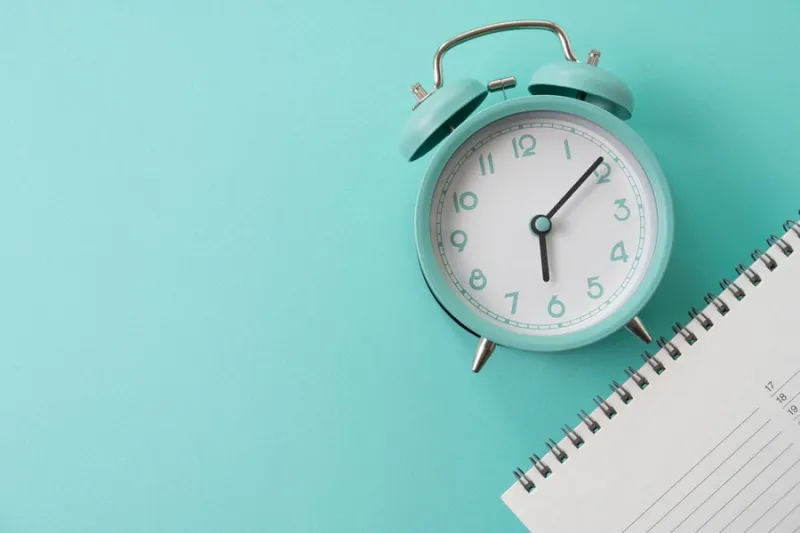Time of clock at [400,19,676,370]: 6:09
